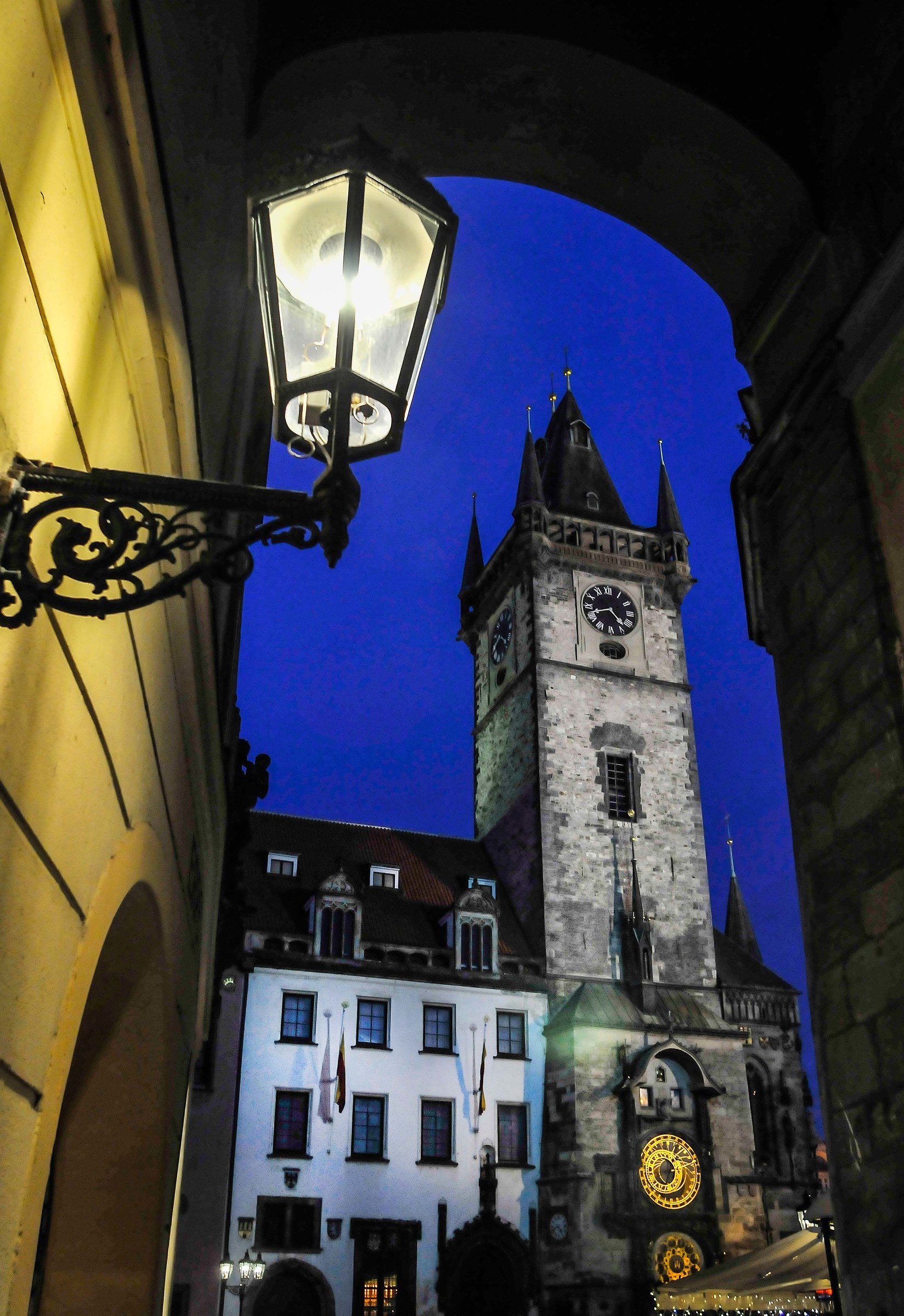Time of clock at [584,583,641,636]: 4:42
